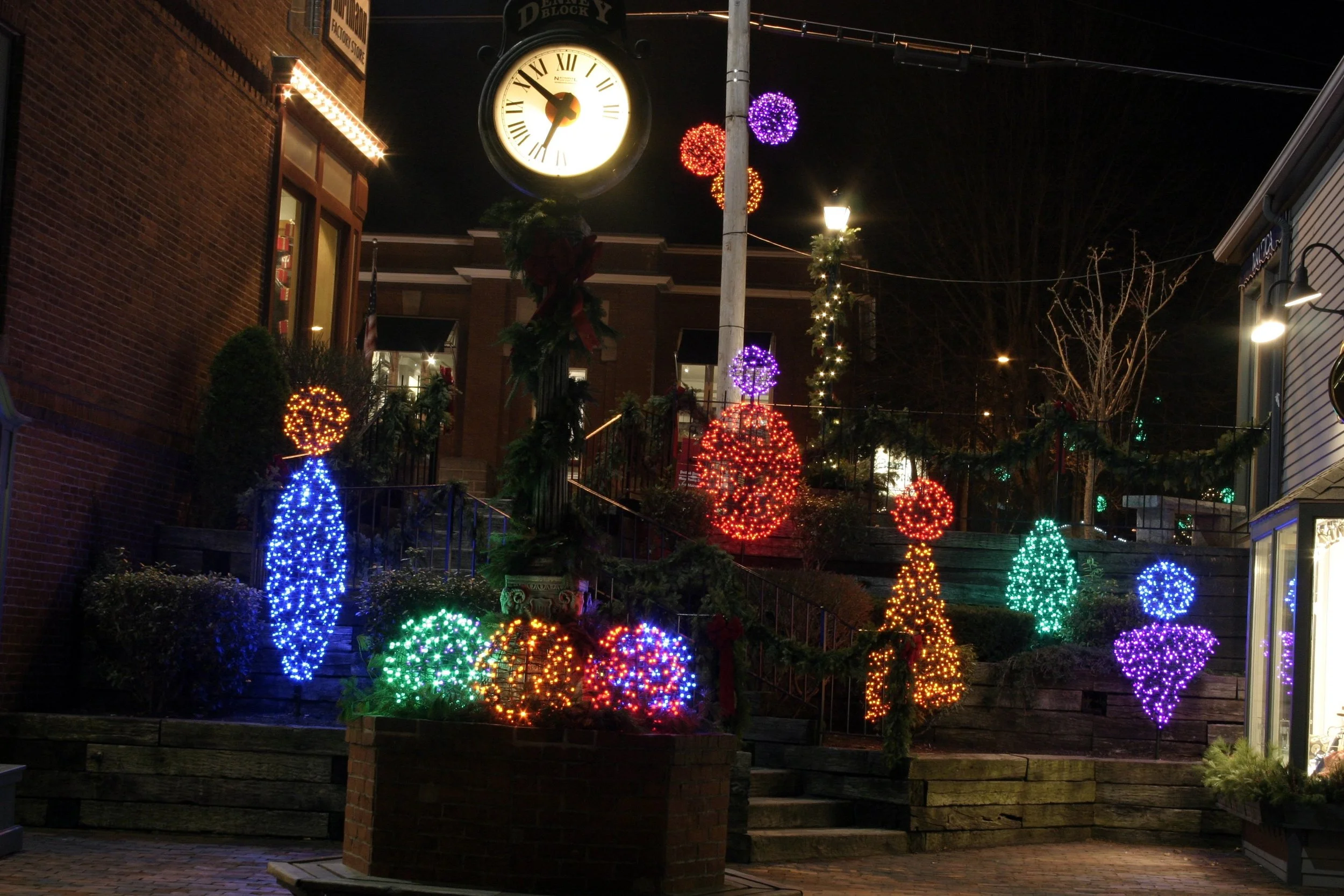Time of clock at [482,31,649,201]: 6:51
